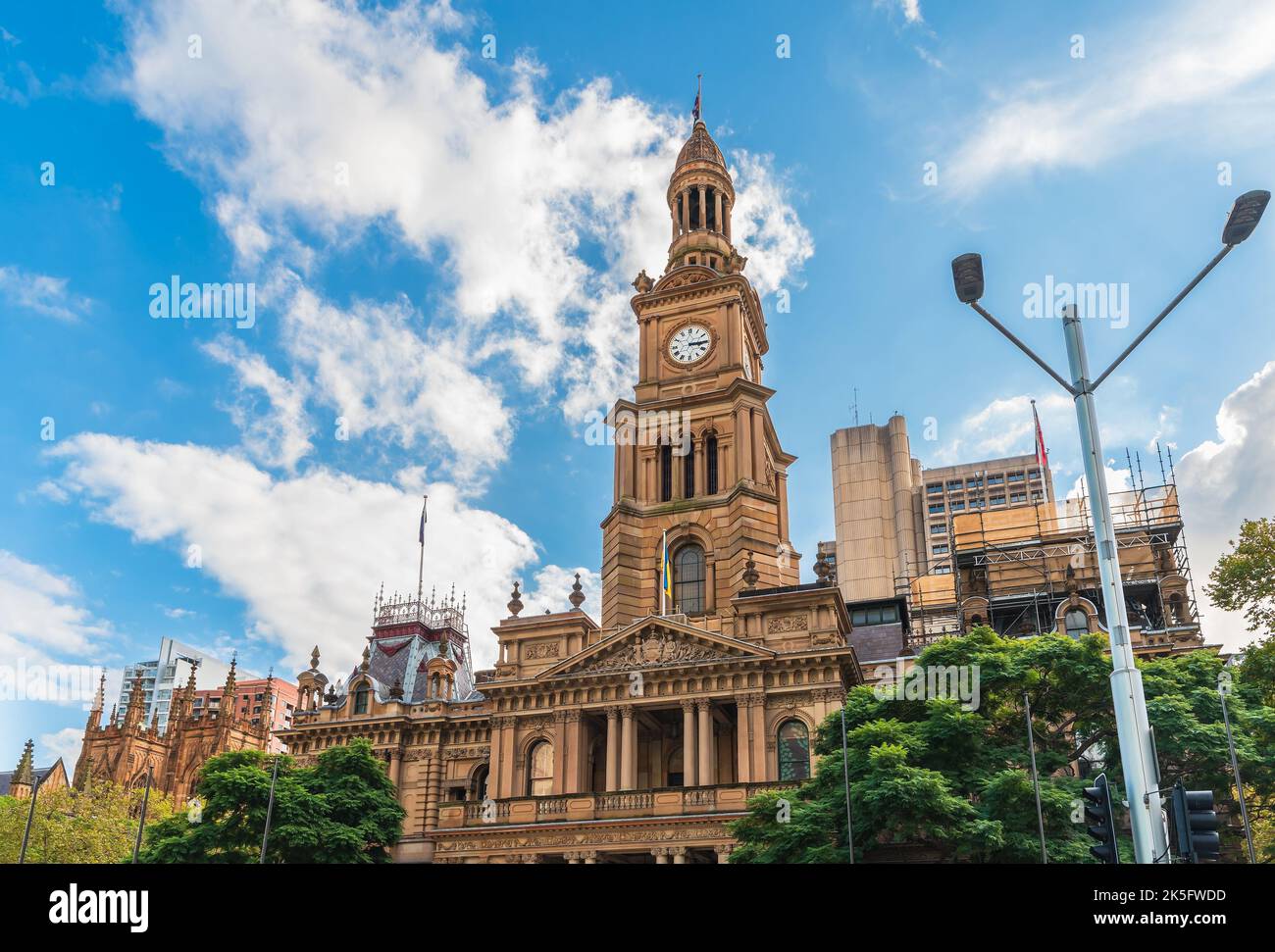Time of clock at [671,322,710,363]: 3:14
